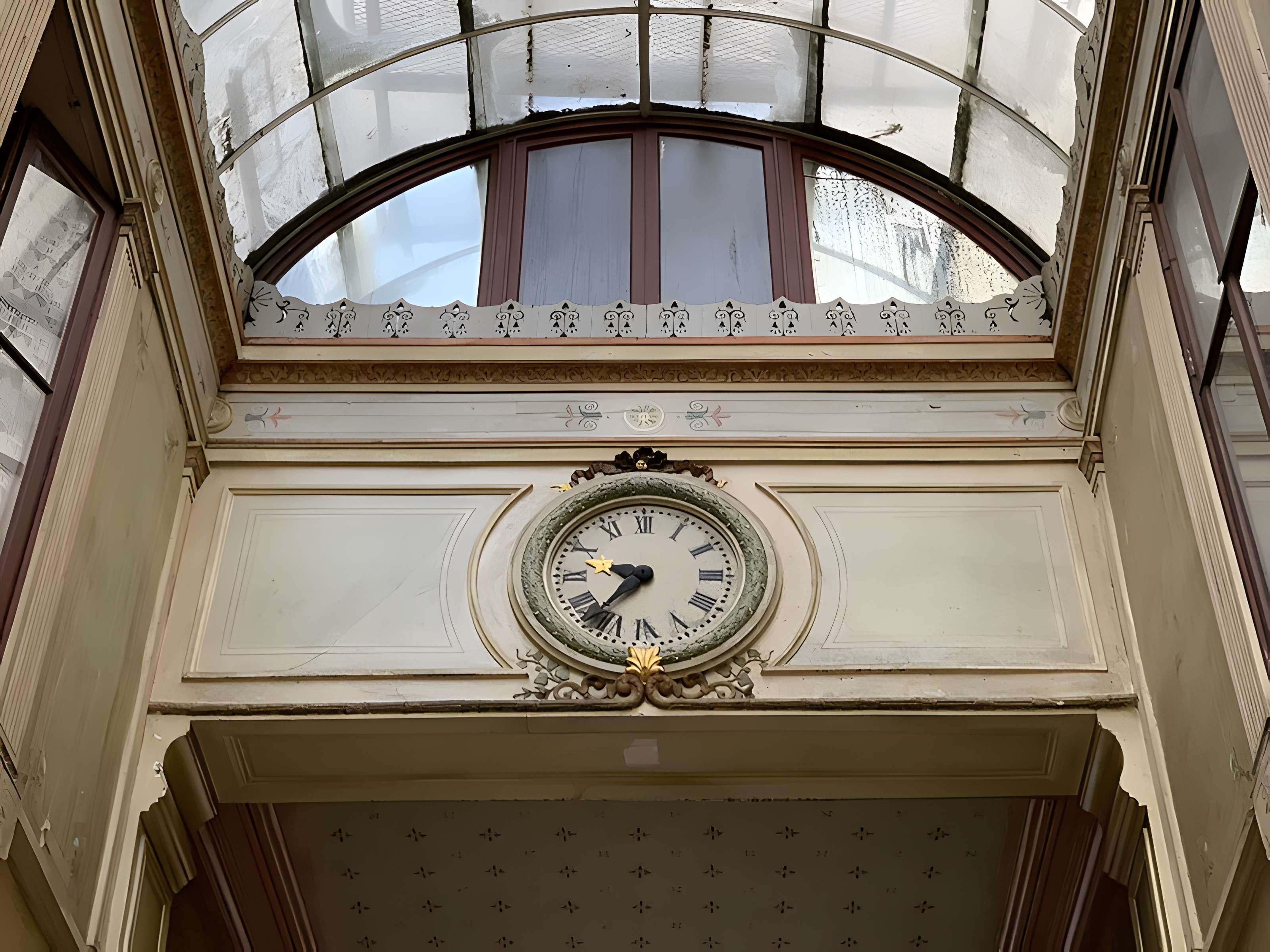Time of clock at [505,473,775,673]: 9:36
